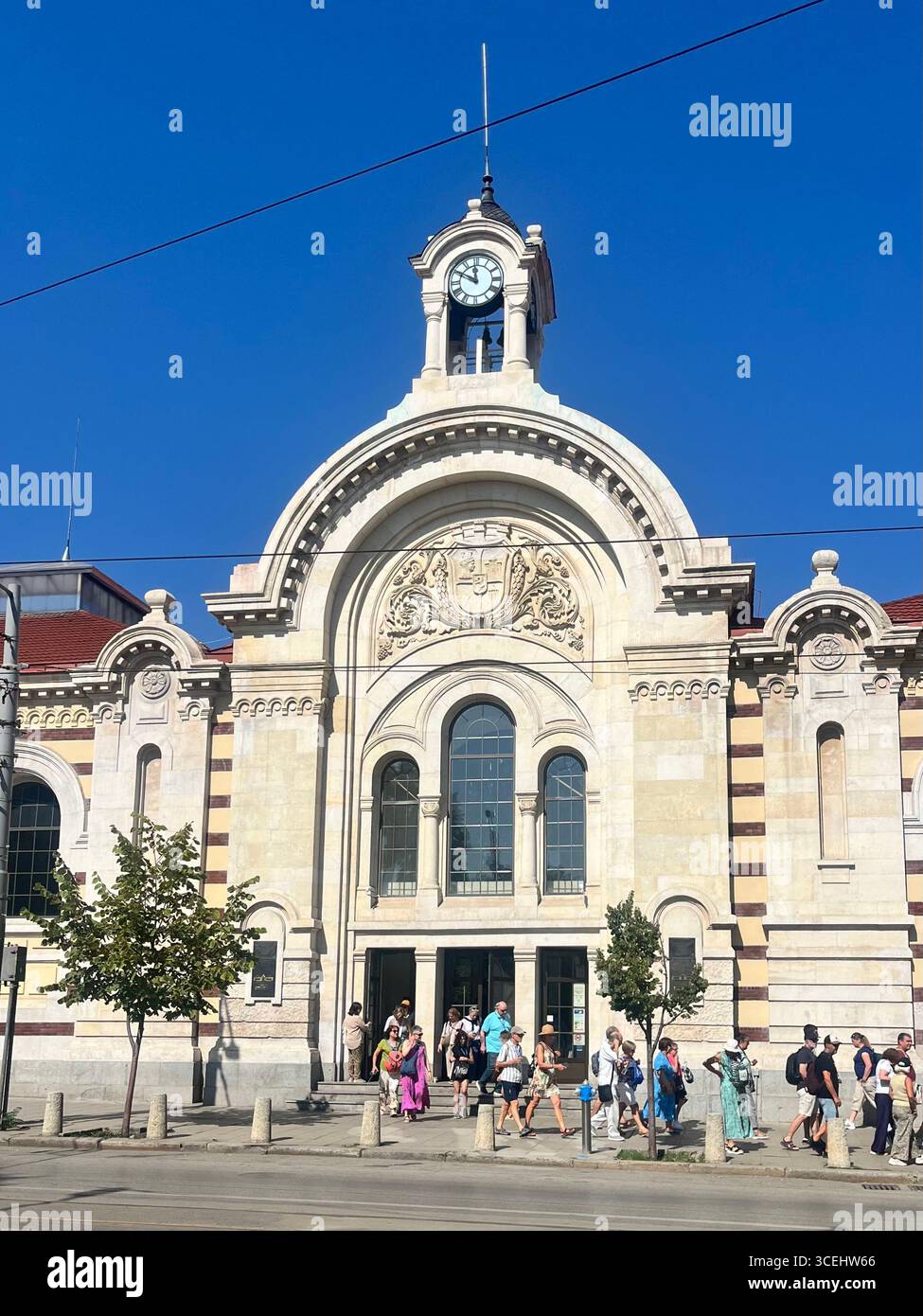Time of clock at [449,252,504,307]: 11:49
